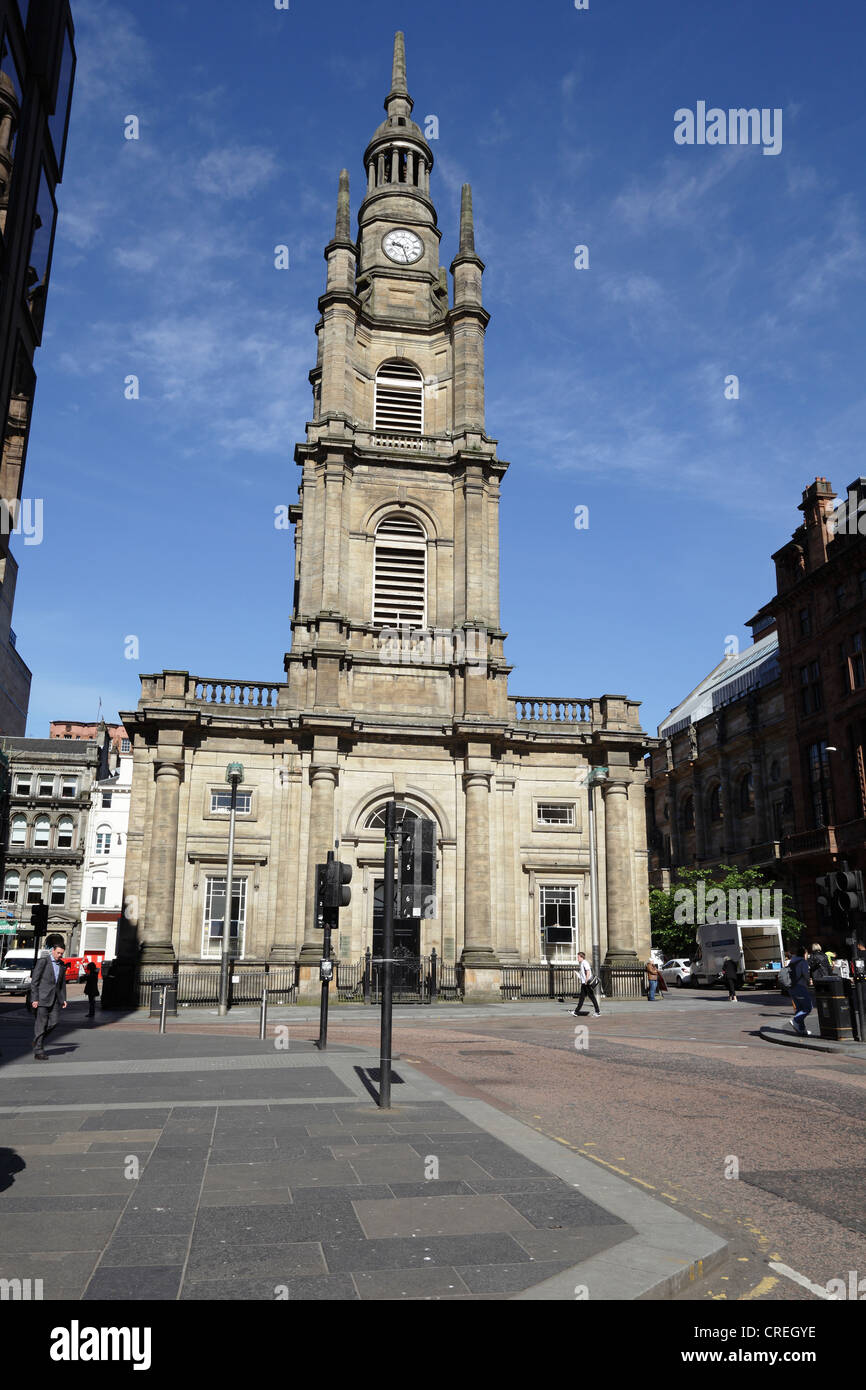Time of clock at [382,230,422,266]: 9:27
